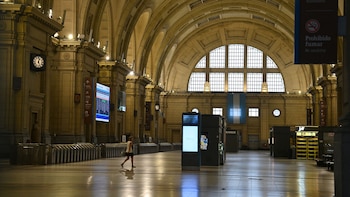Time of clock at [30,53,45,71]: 12:26
